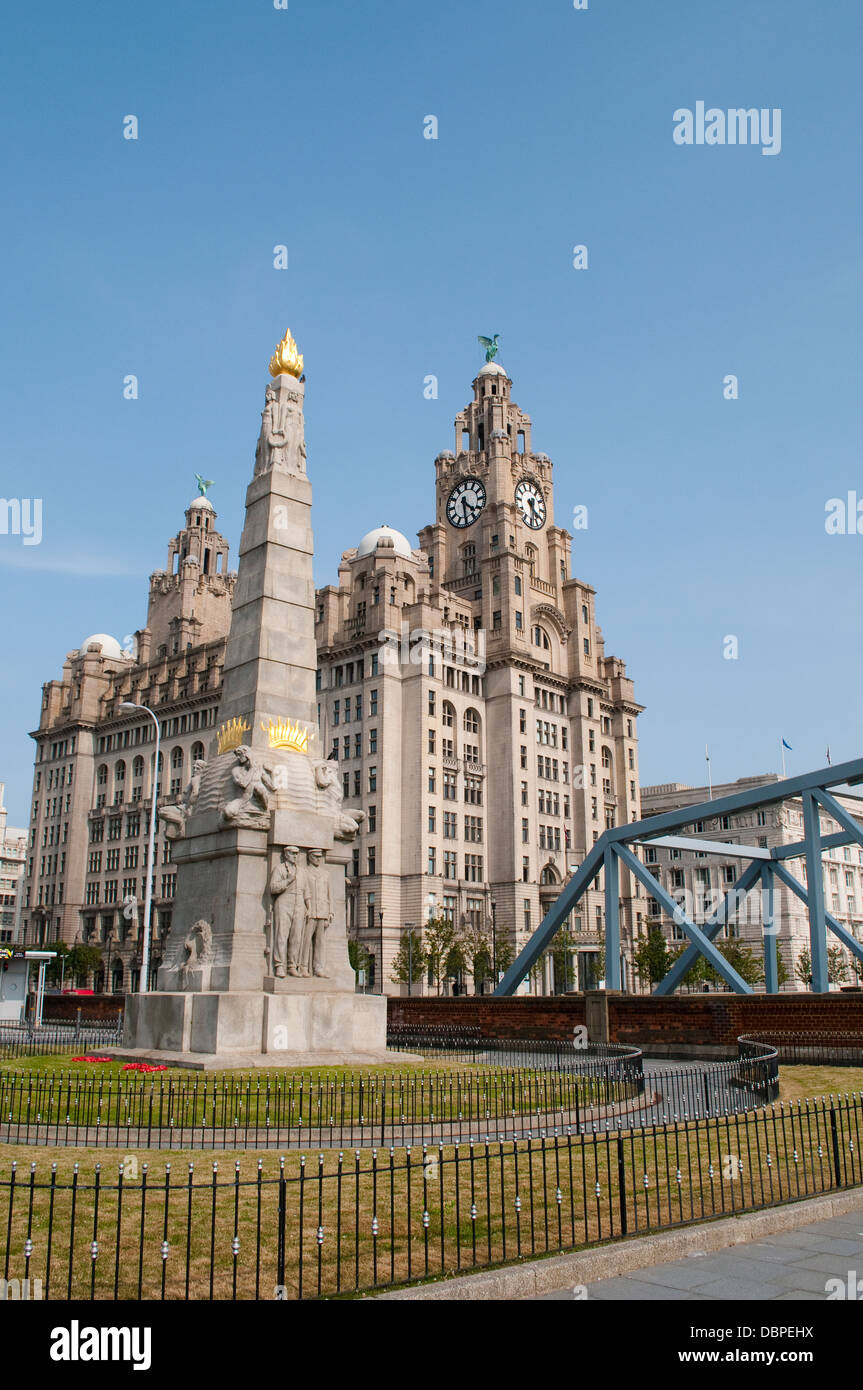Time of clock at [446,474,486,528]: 4:29
